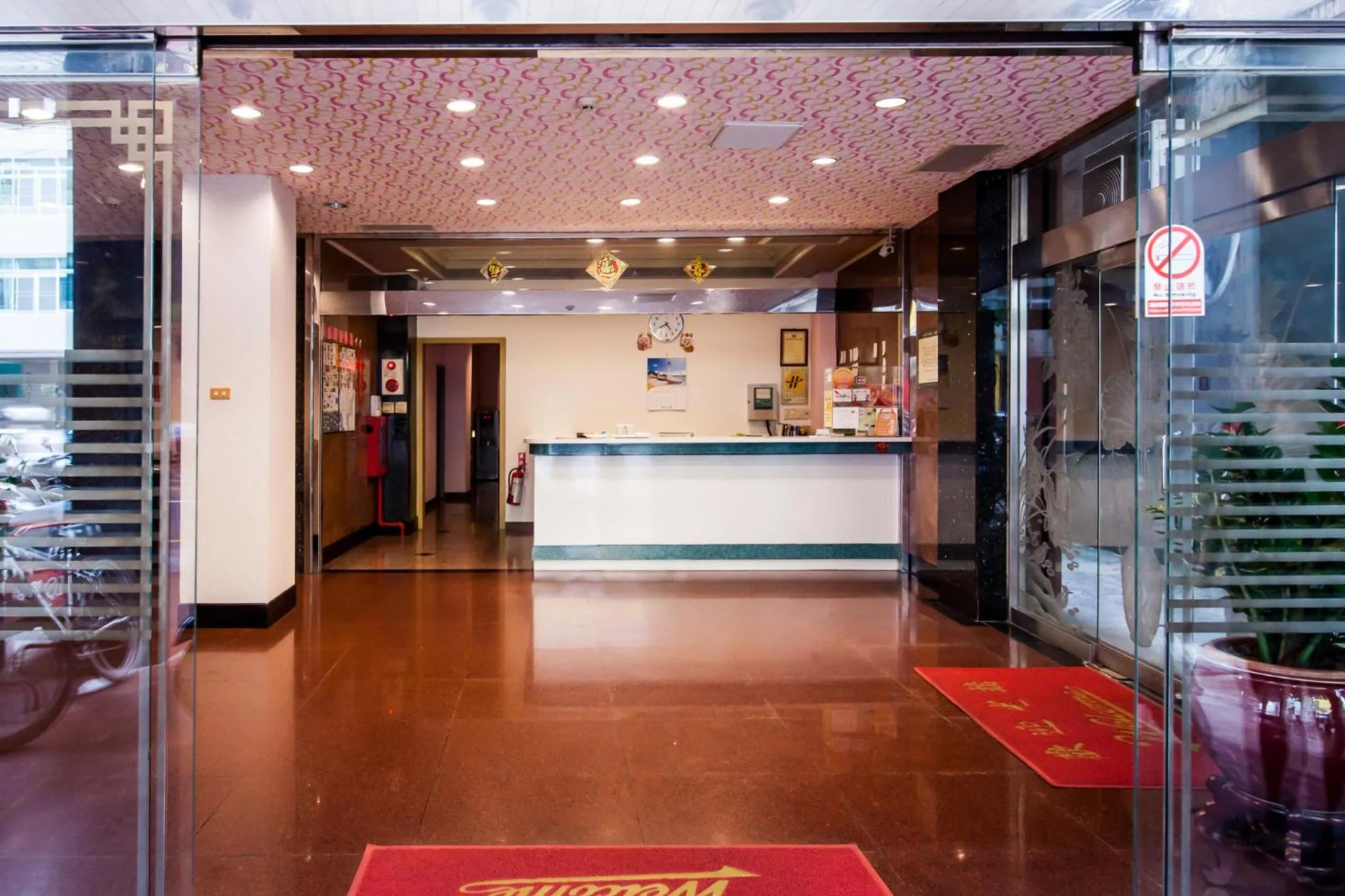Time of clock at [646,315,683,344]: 4:40
